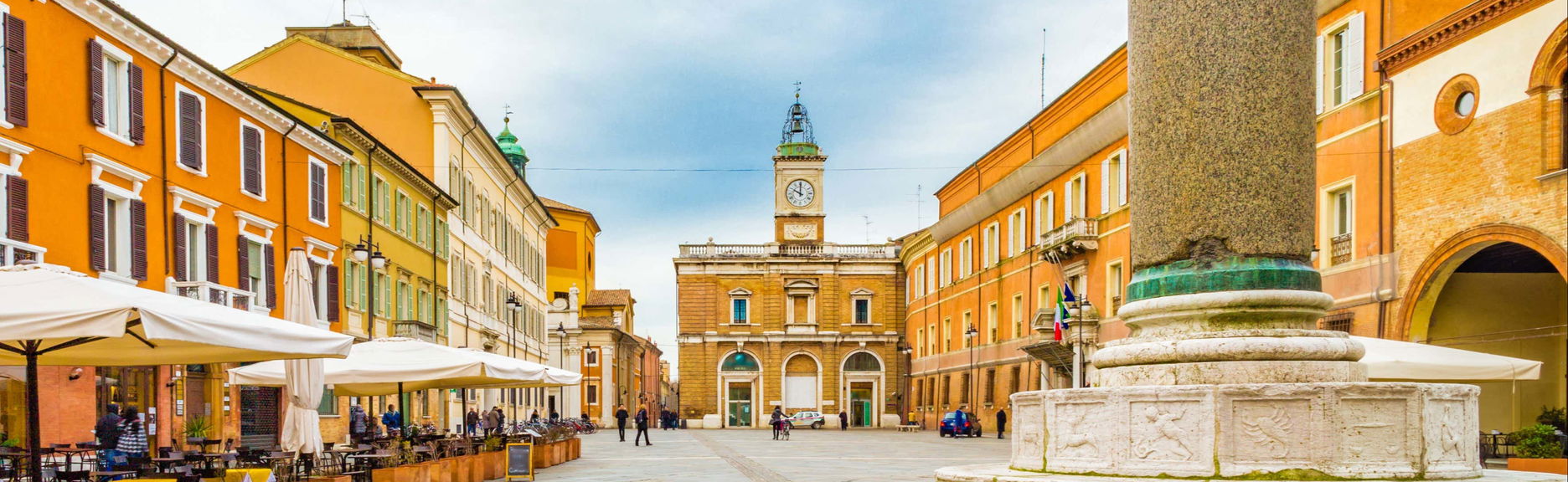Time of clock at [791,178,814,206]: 10:00
